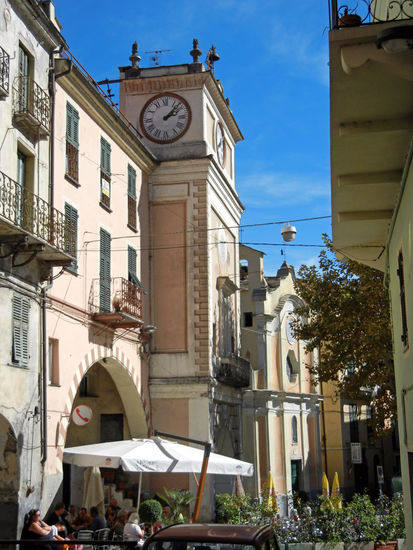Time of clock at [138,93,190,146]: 2:07
